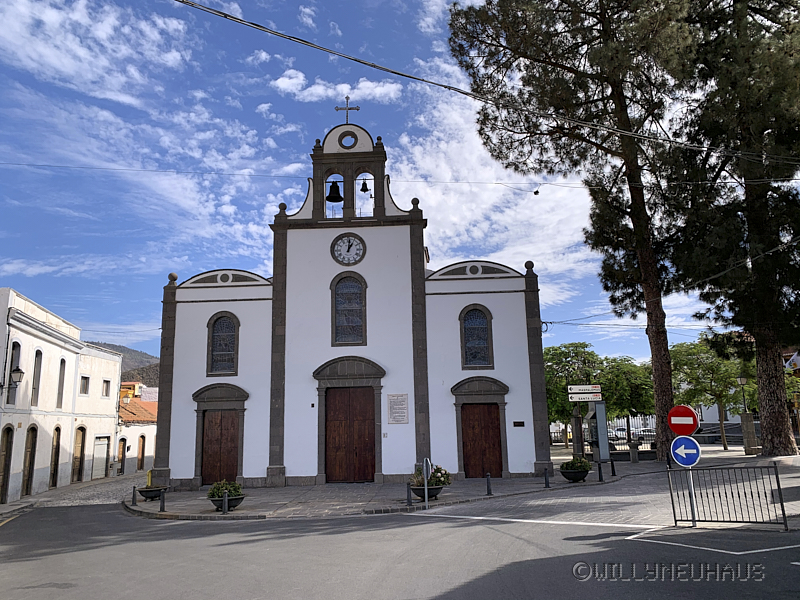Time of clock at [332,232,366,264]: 1:01
